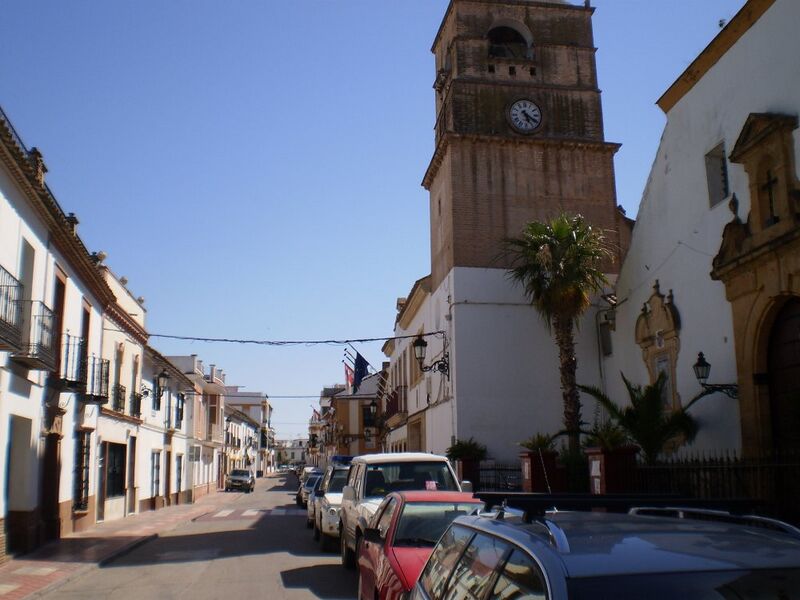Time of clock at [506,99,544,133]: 5:20
